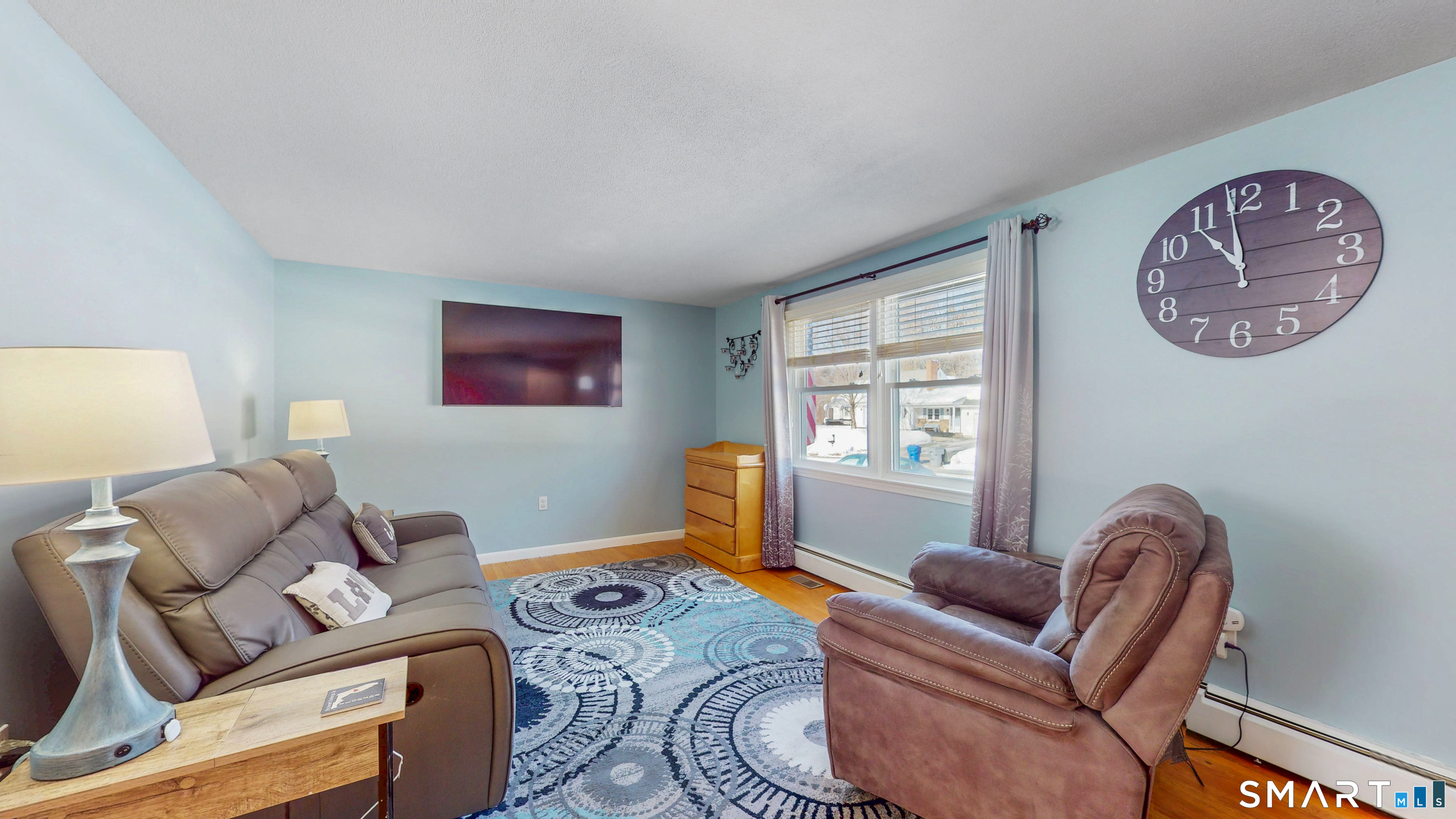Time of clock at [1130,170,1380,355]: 10:58
